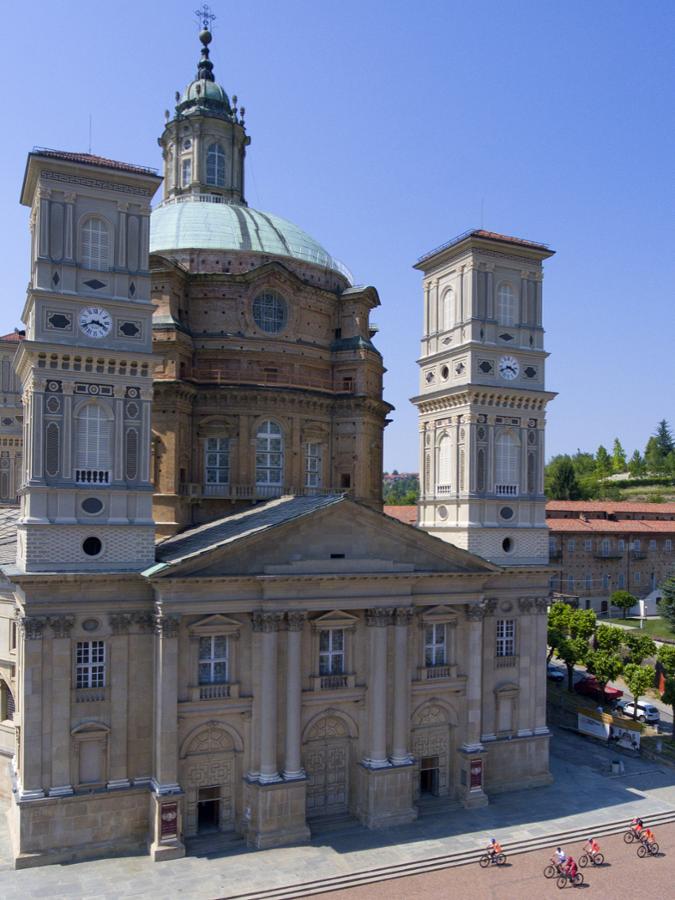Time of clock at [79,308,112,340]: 3:41
